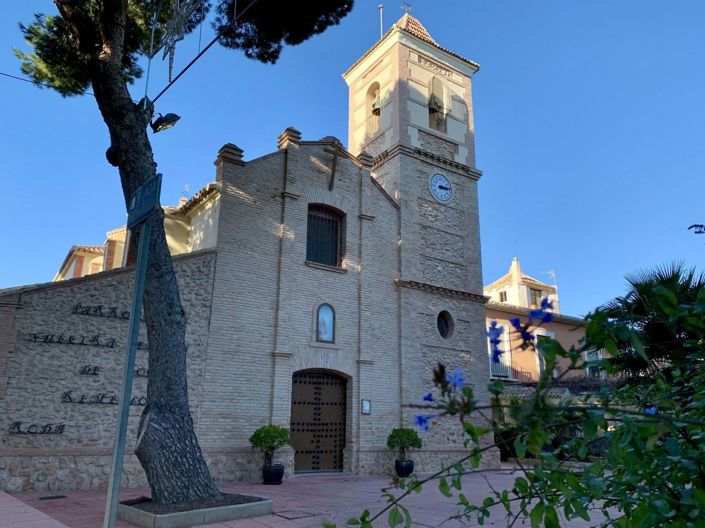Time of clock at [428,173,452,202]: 3:14
